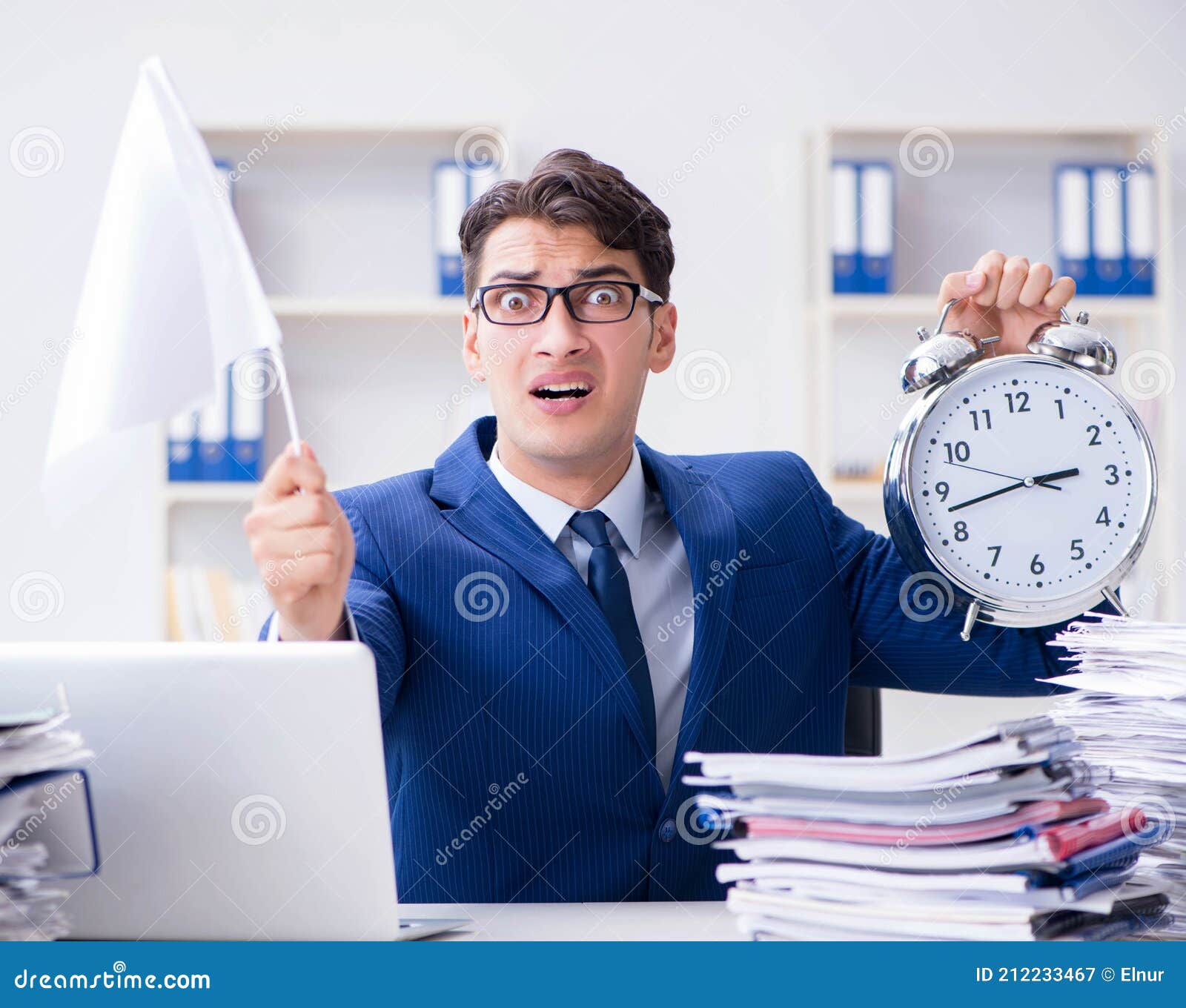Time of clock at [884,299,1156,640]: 2:42
